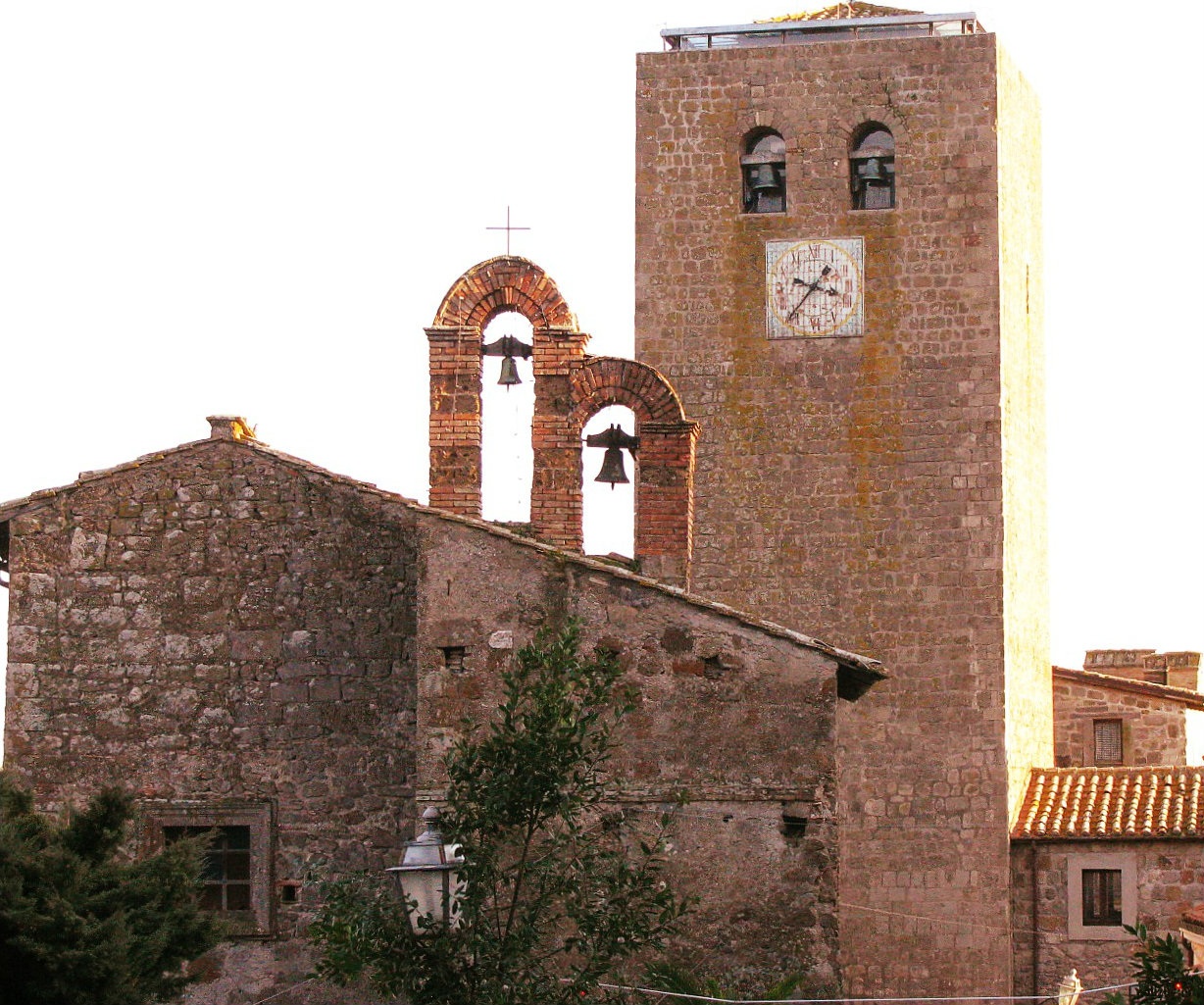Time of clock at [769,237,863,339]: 3:37
